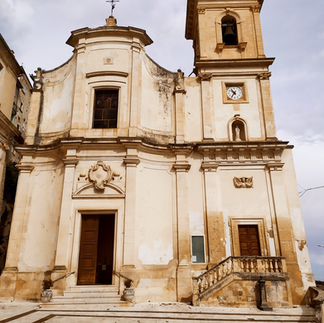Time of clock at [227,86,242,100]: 10:36
